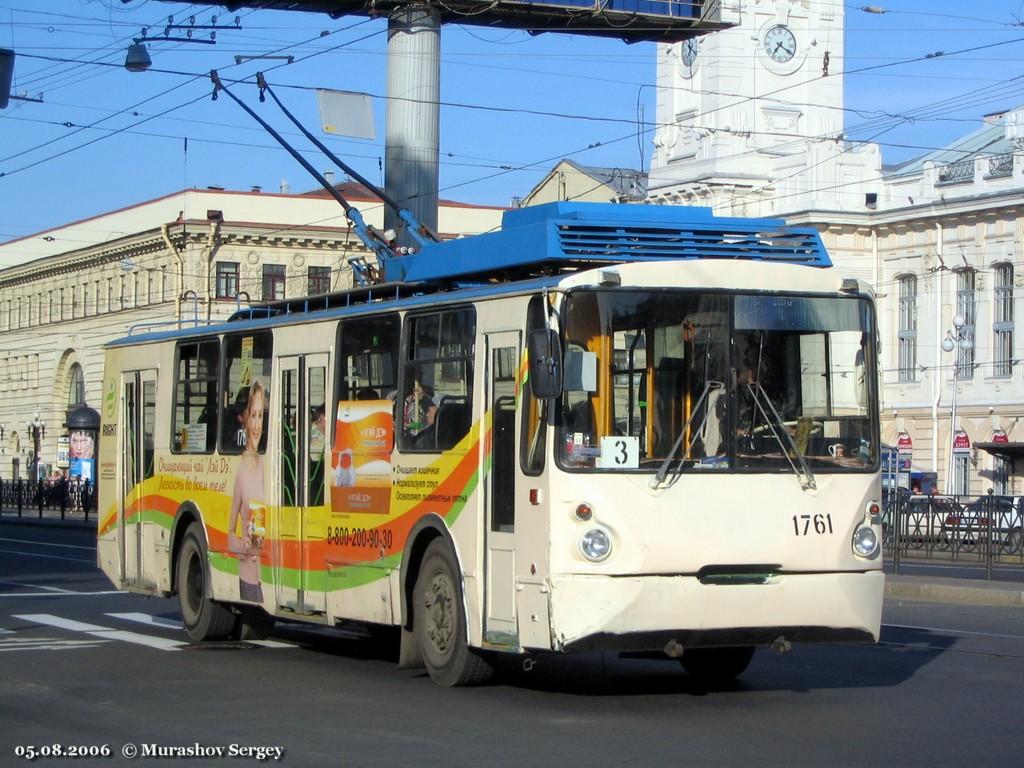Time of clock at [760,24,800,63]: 7:19
